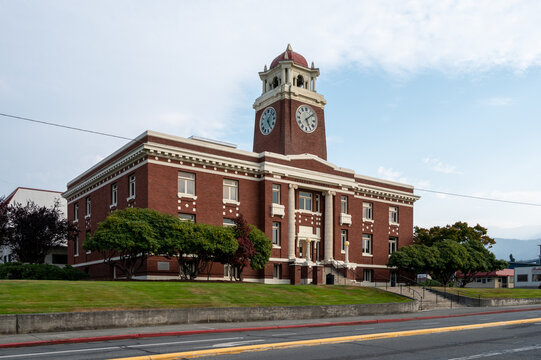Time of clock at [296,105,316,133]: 5:08
